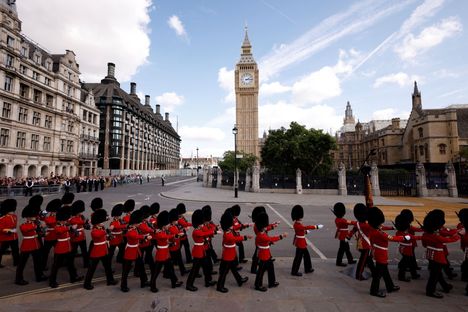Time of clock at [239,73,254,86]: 2:15
